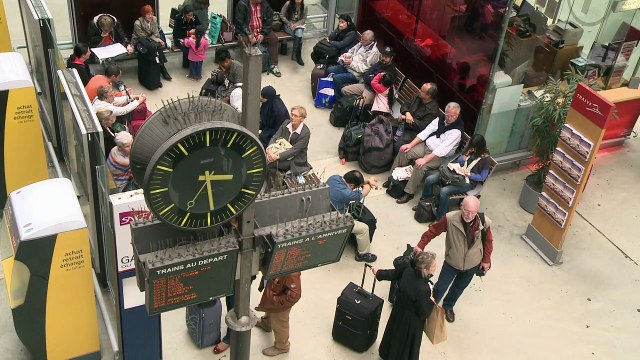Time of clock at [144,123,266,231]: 3:29
